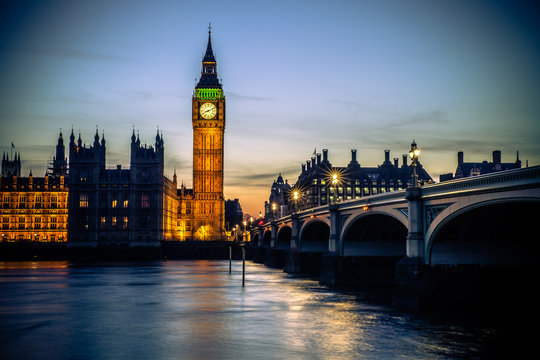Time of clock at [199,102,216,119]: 8:11
